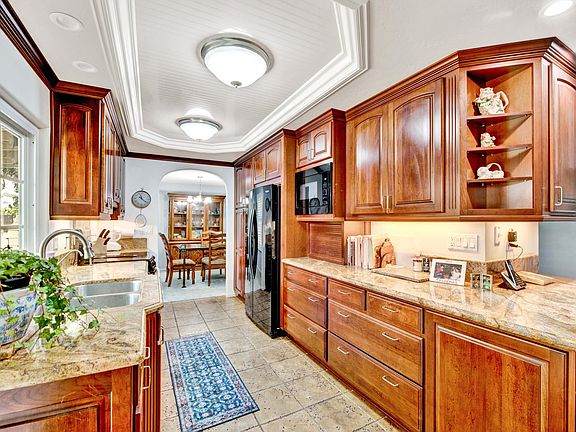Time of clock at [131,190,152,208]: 11:21
